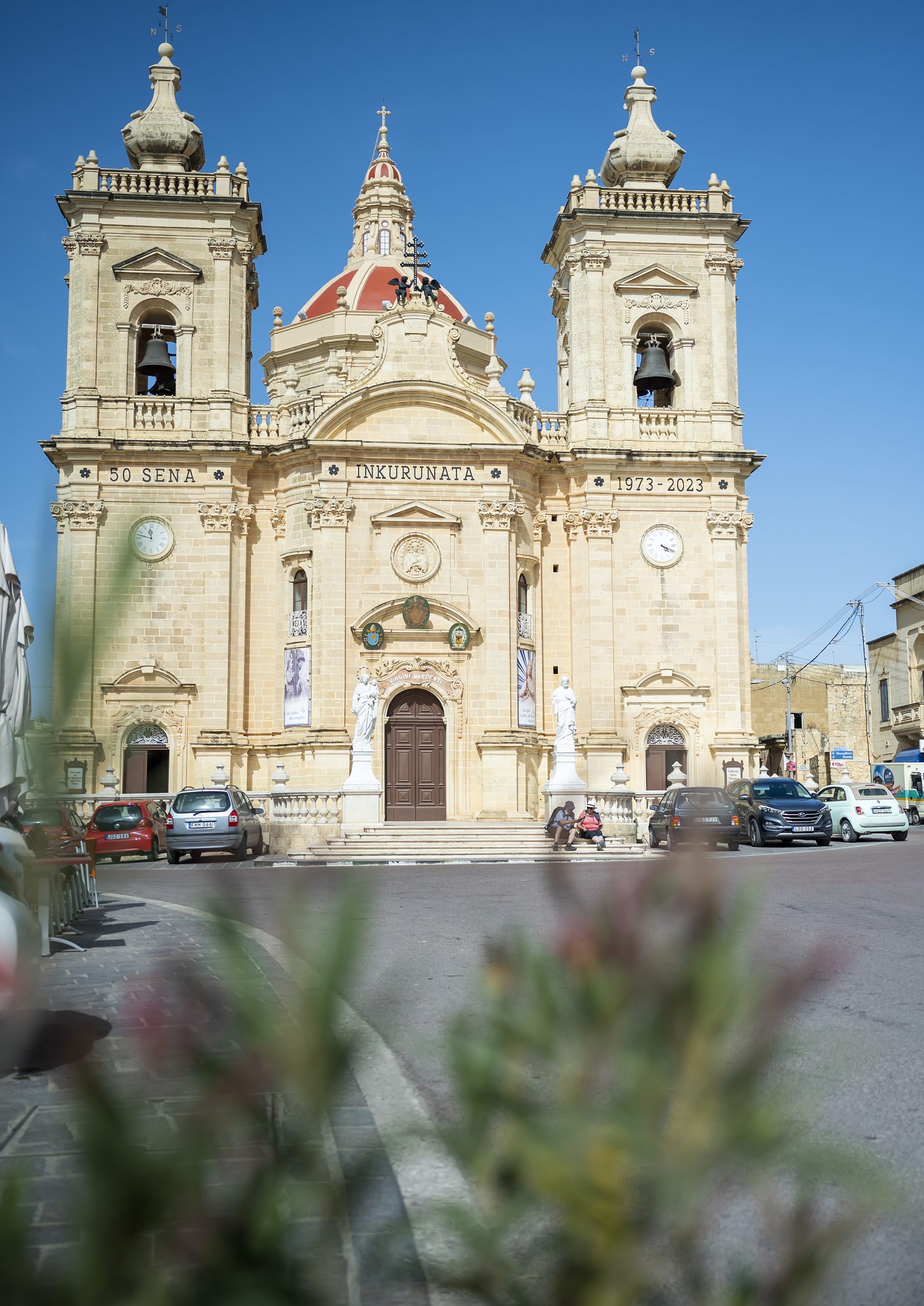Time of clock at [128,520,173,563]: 11:47
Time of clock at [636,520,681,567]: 4:19
